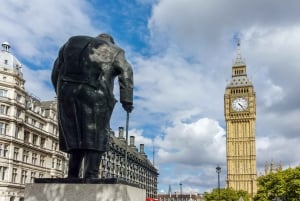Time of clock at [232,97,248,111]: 4:23
